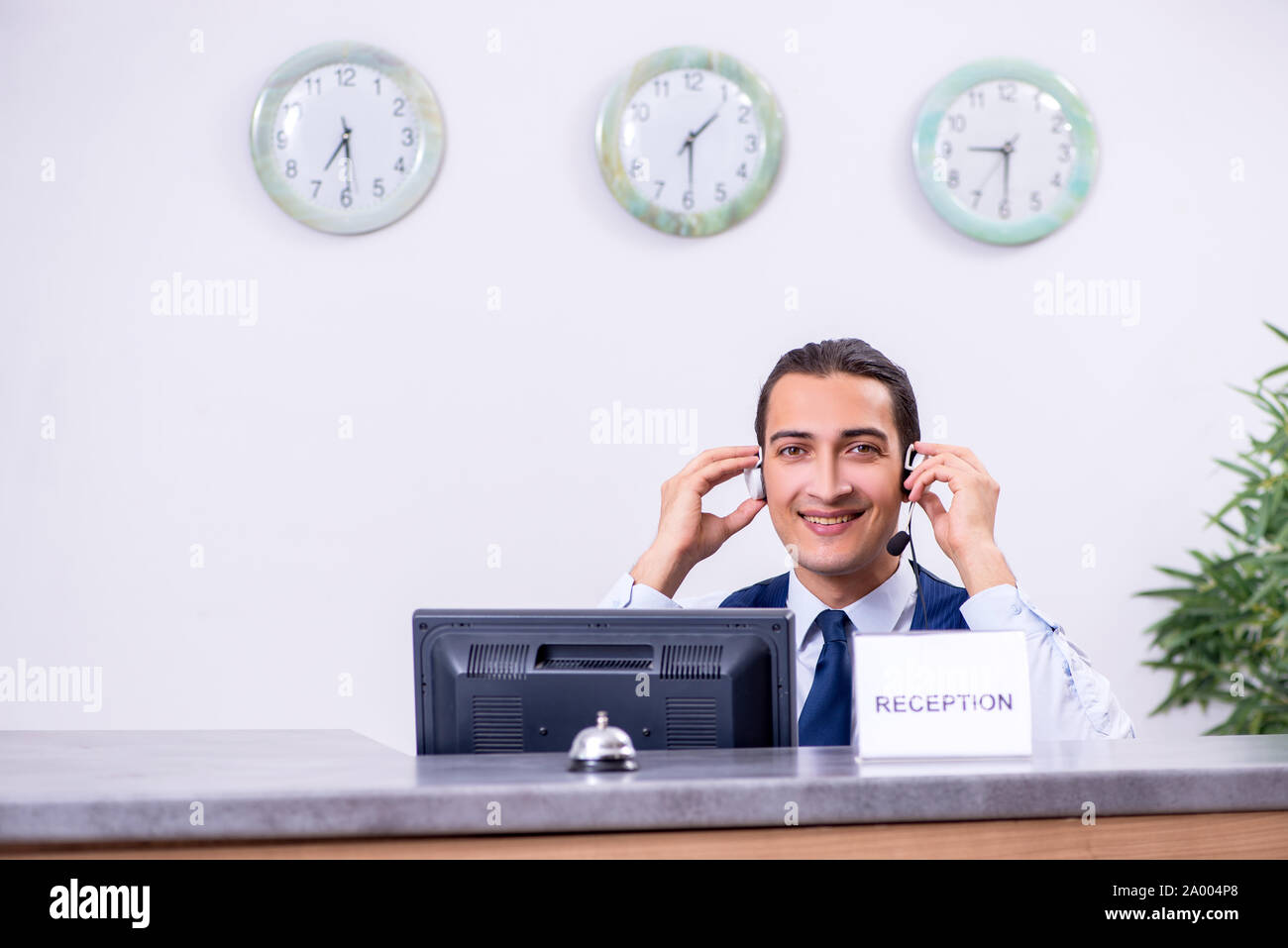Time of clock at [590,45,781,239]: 1:29
